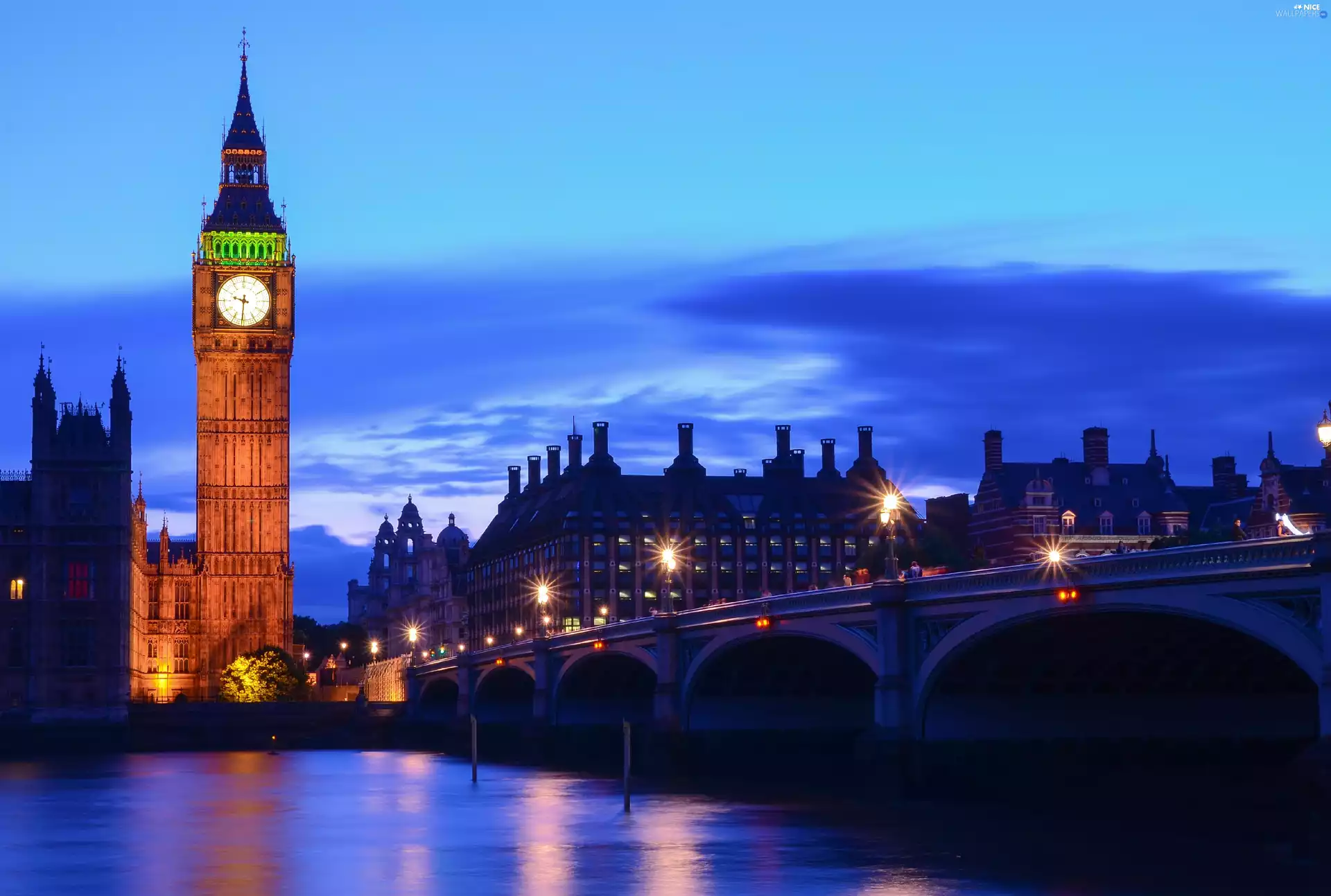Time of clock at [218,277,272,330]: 9:31
